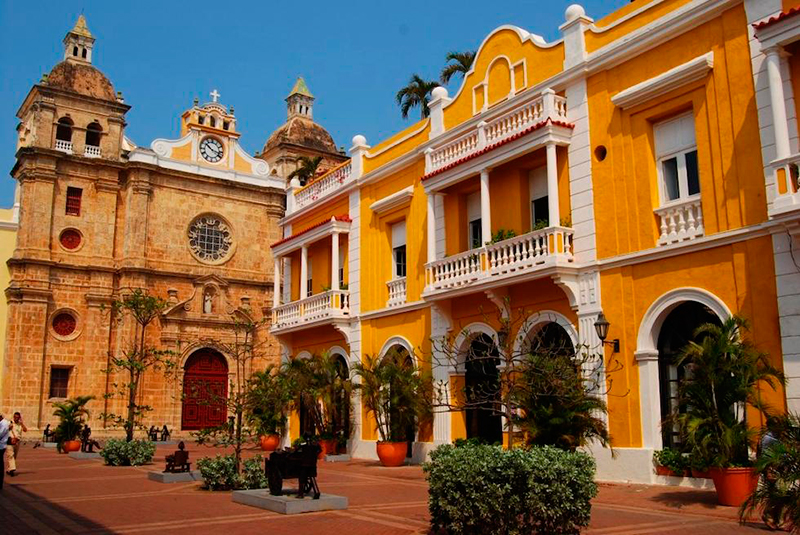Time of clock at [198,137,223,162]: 10:17
